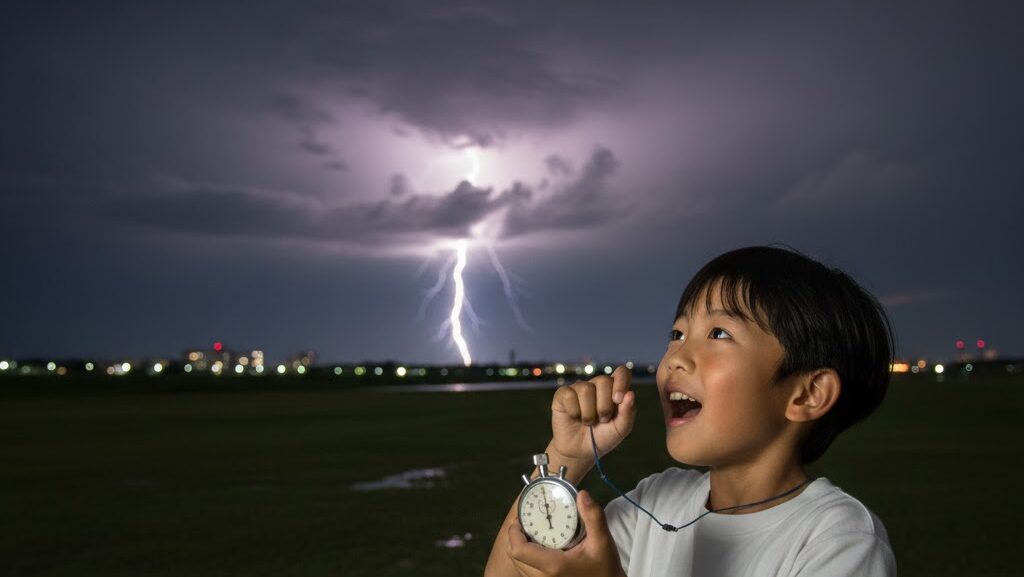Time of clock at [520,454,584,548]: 5:59
